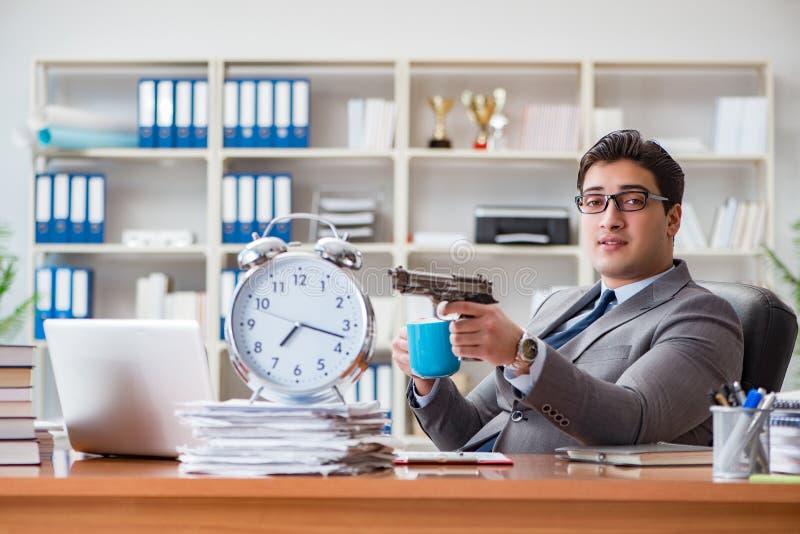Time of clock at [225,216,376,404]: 7:17
